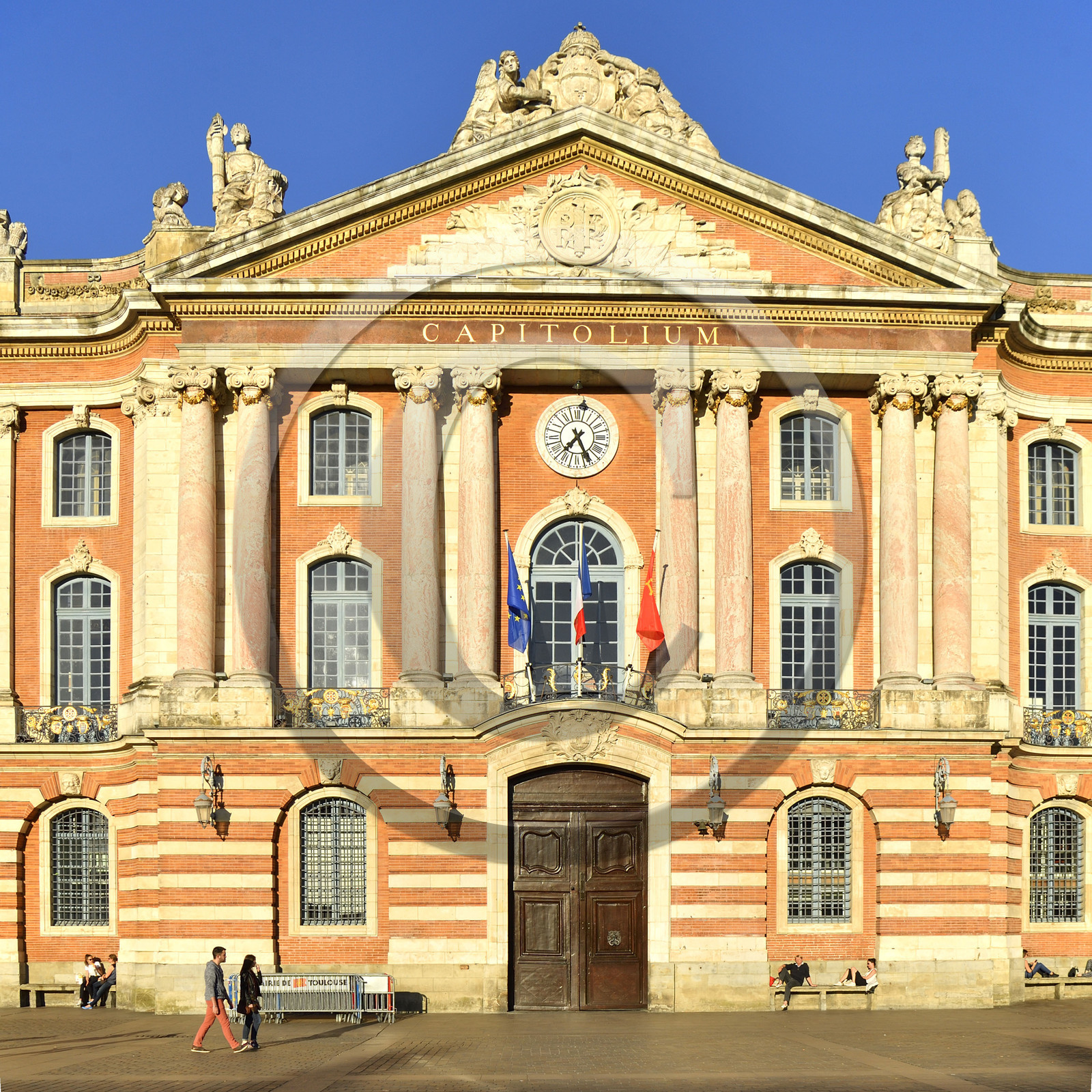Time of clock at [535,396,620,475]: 7:25
